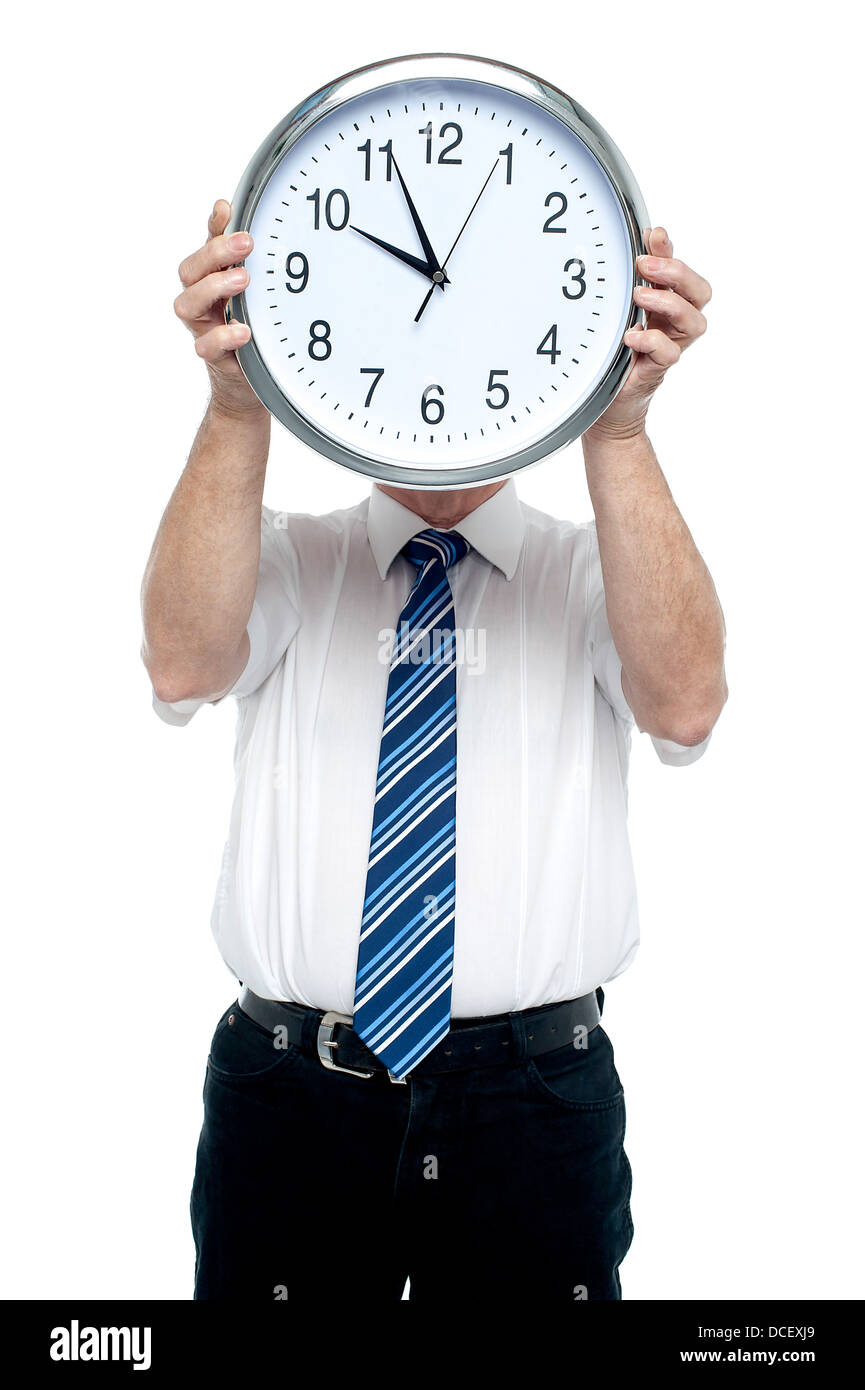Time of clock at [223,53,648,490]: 9:56
